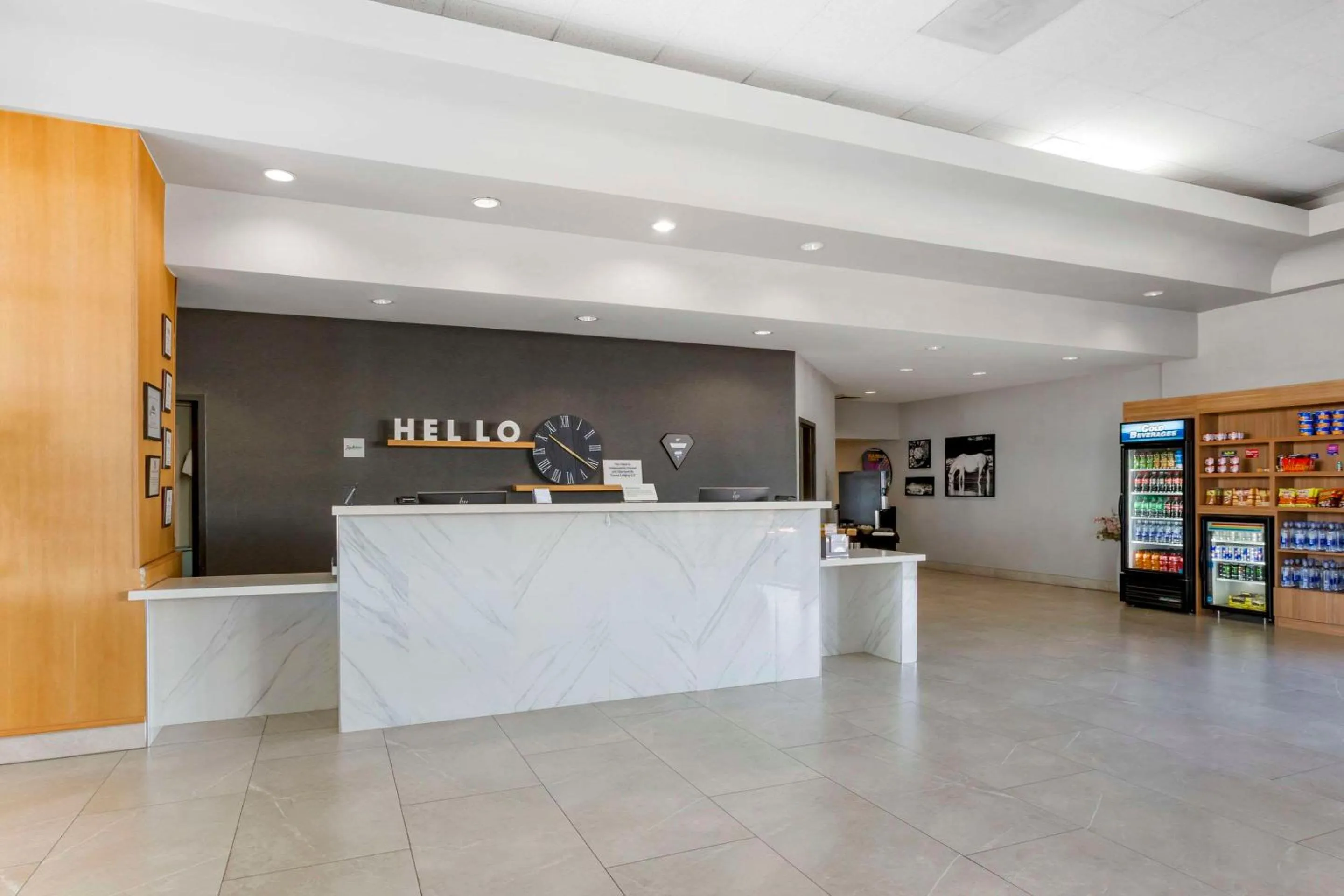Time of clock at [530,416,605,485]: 10:21
